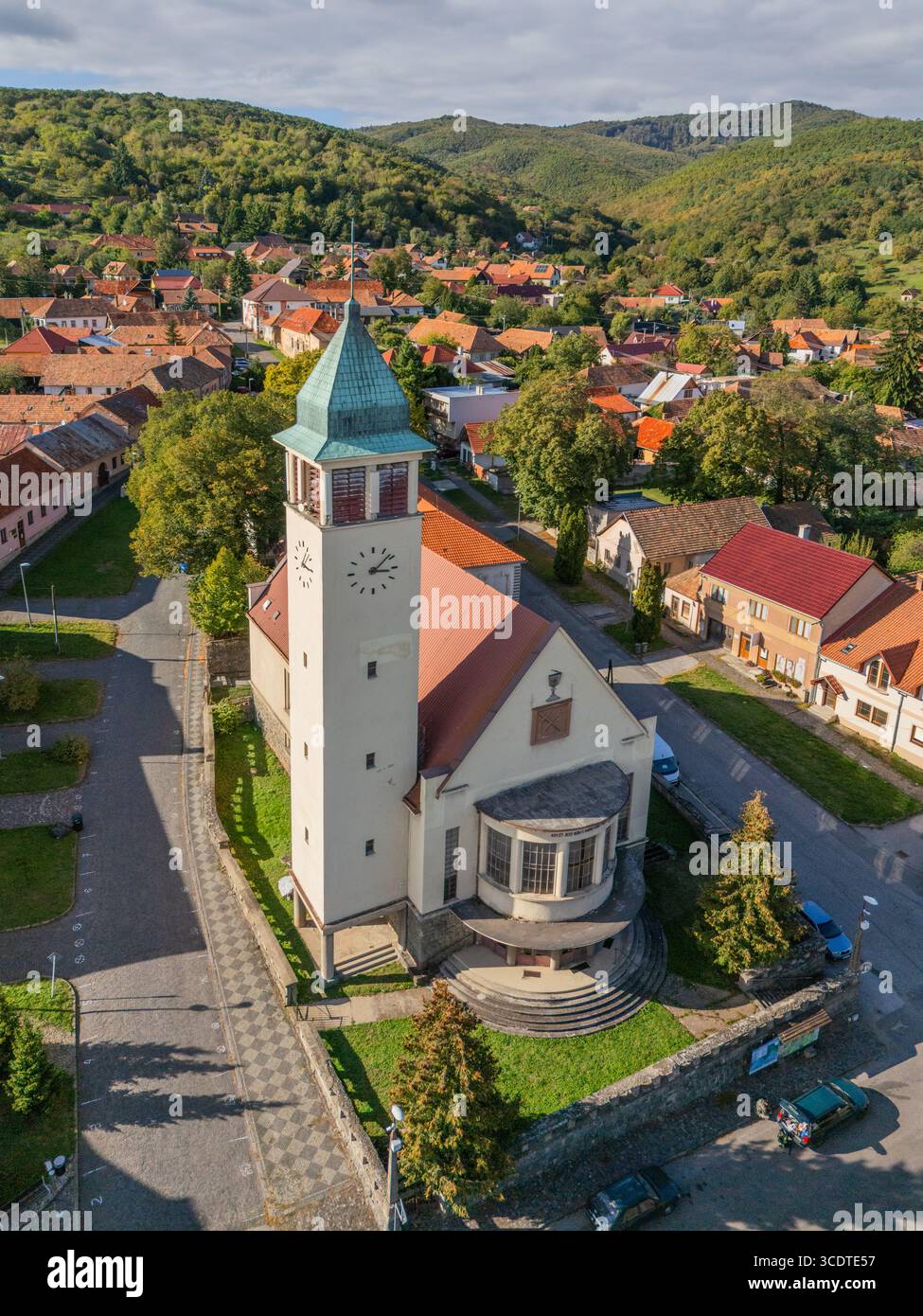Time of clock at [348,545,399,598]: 3:08
